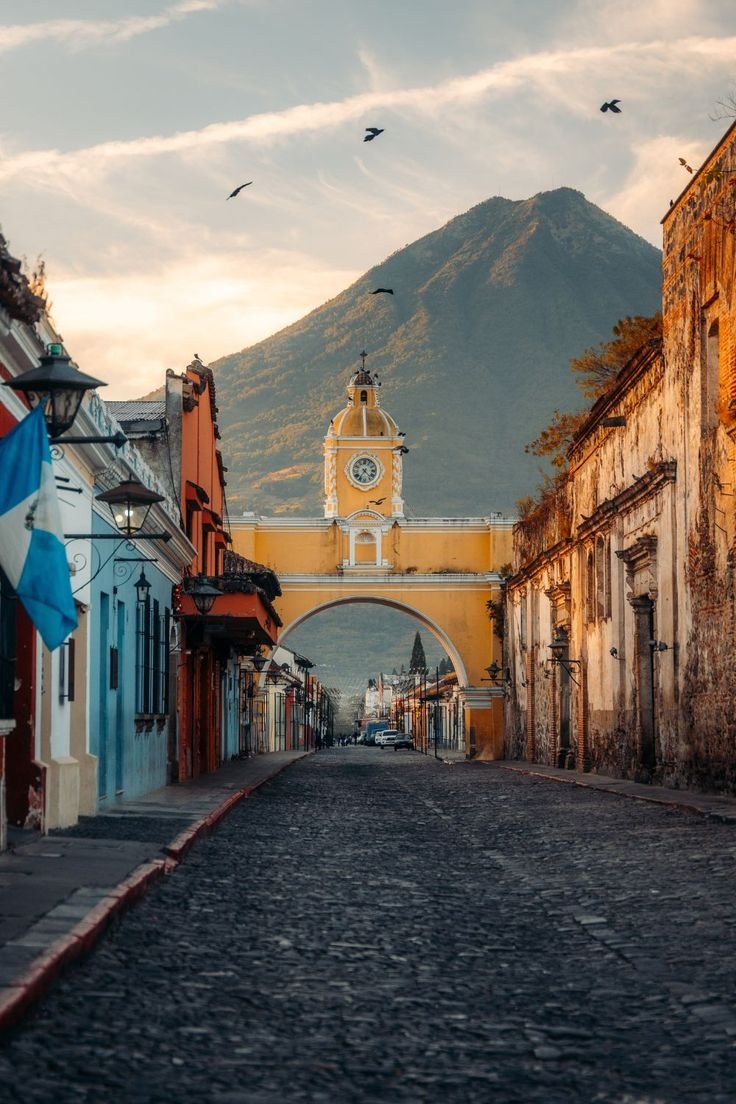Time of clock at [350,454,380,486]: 4:35
